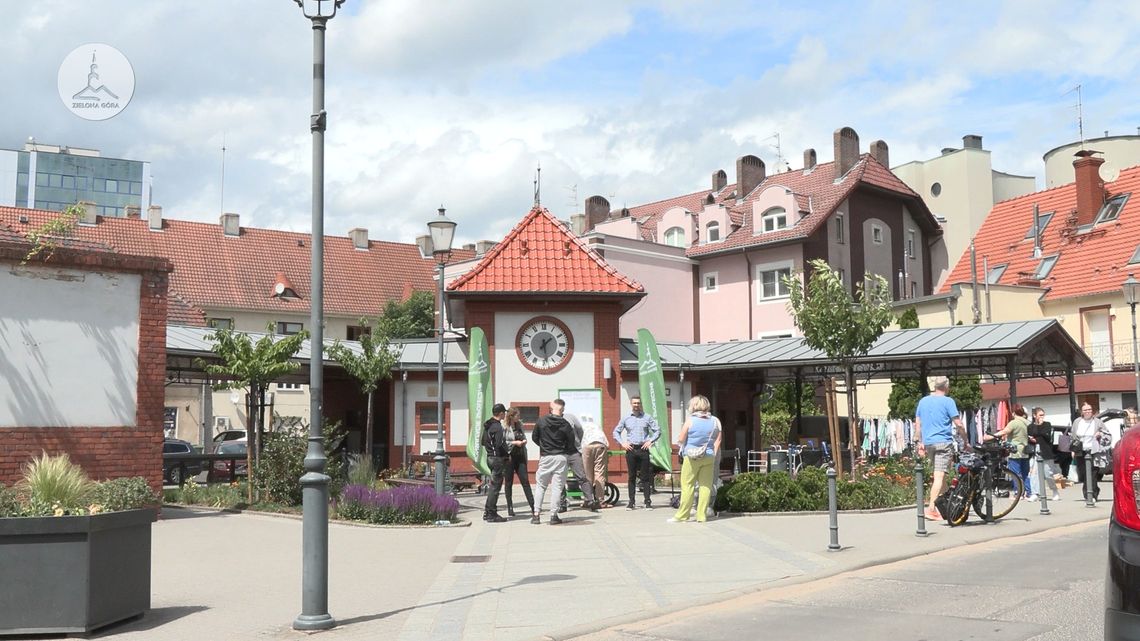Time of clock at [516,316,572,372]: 1:28
